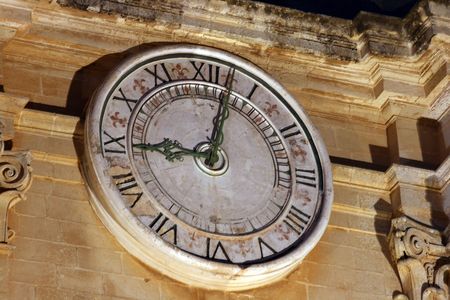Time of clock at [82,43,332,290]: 9:02
